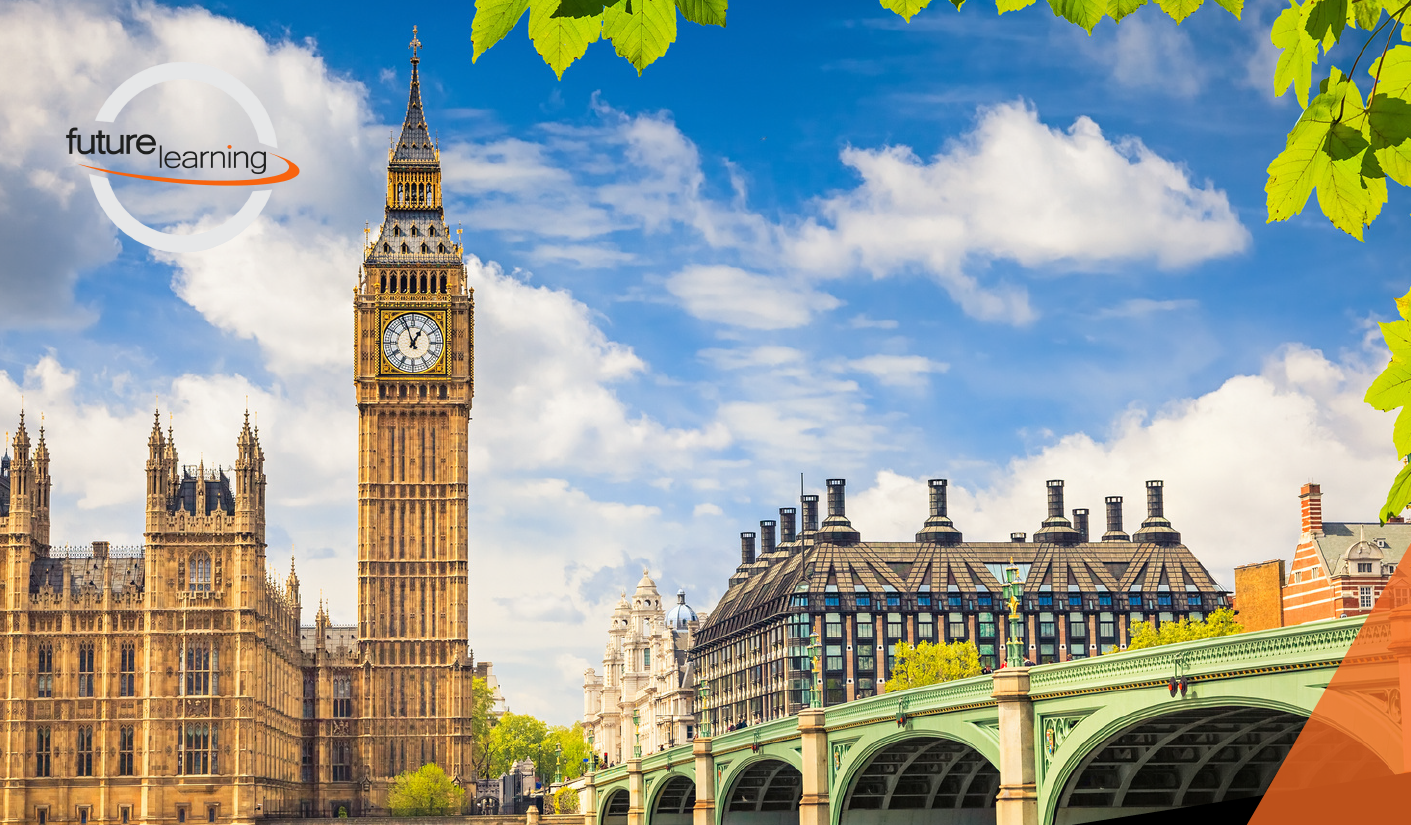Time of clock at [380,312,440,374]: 12:57
